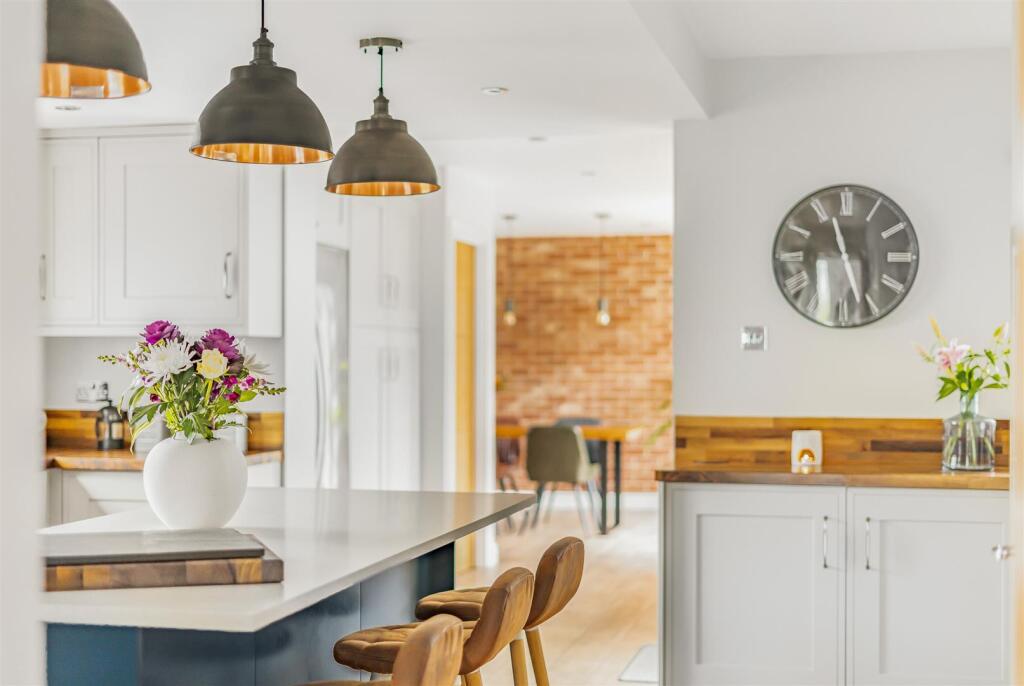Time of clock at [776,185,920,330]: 11:26
